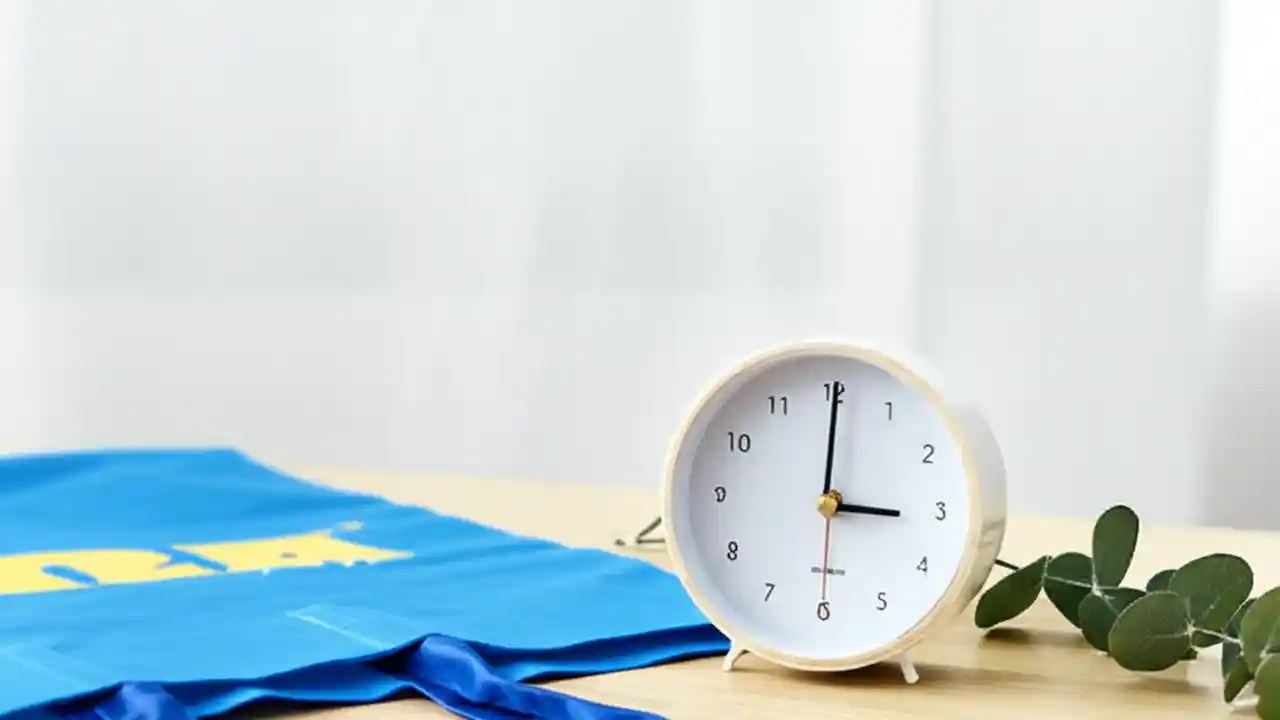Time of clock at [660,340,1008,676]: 3:00
